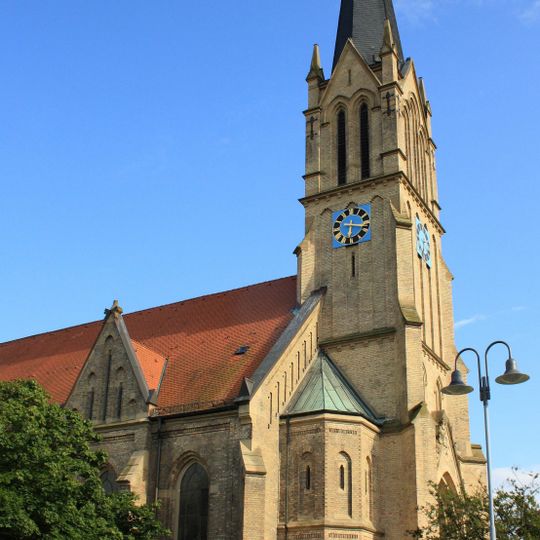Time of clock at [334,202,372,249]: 6:17
